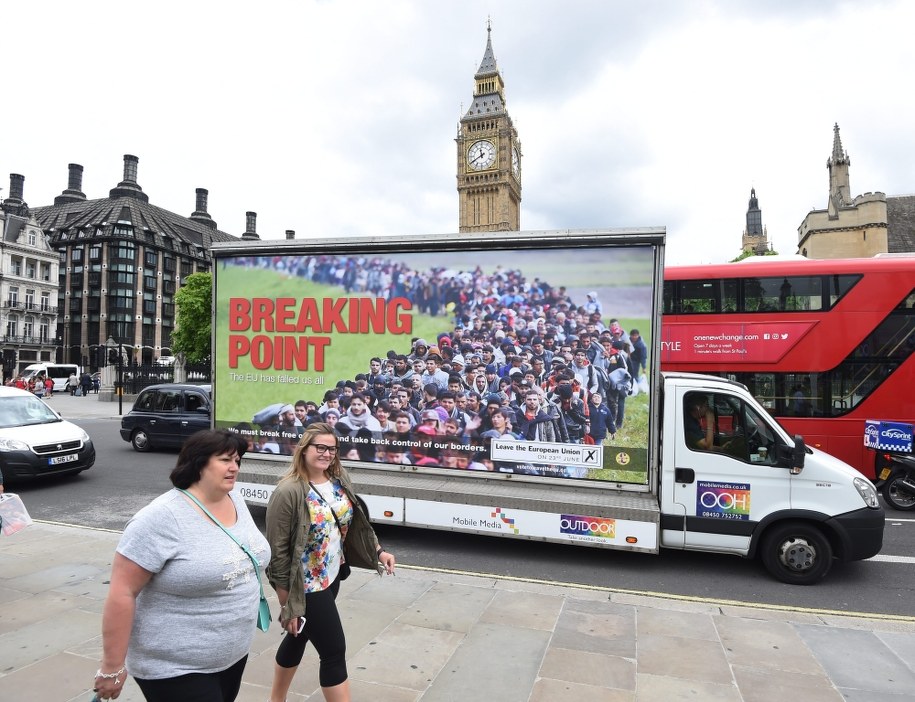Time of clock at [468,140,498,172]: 11:40
